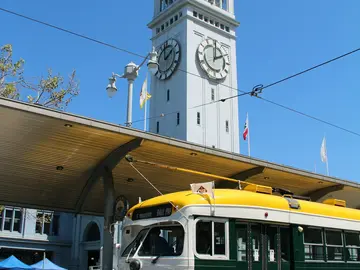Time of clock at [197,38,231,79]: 2:00
